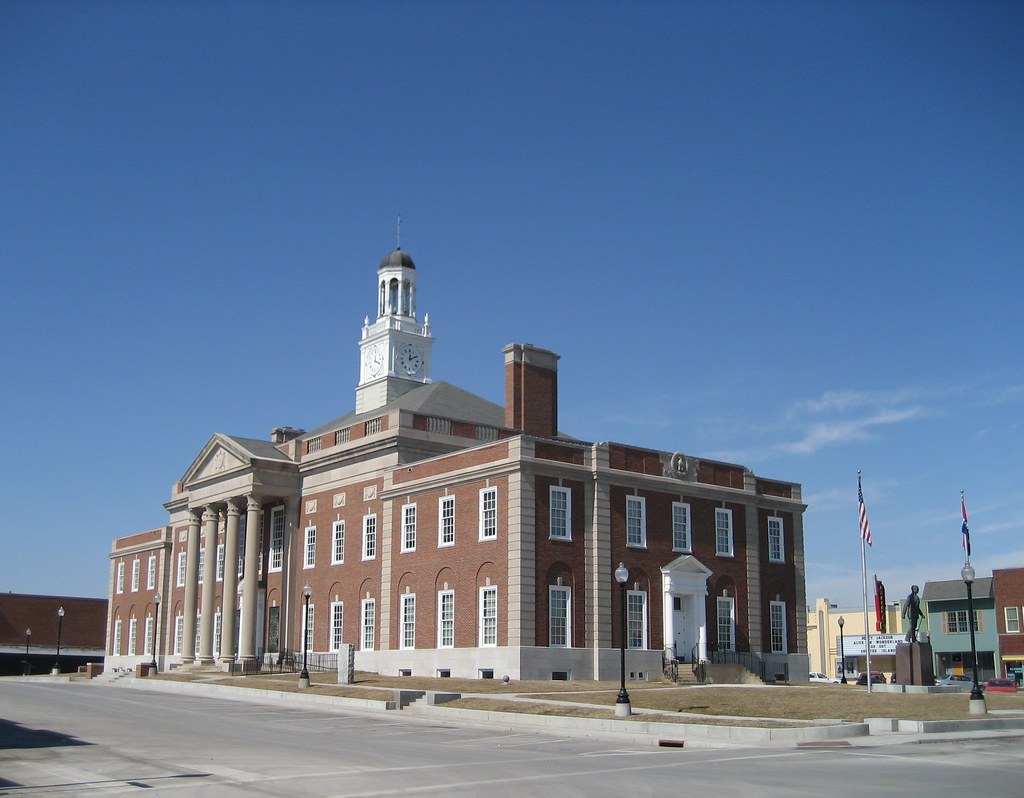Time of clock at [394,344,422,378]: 12:09
